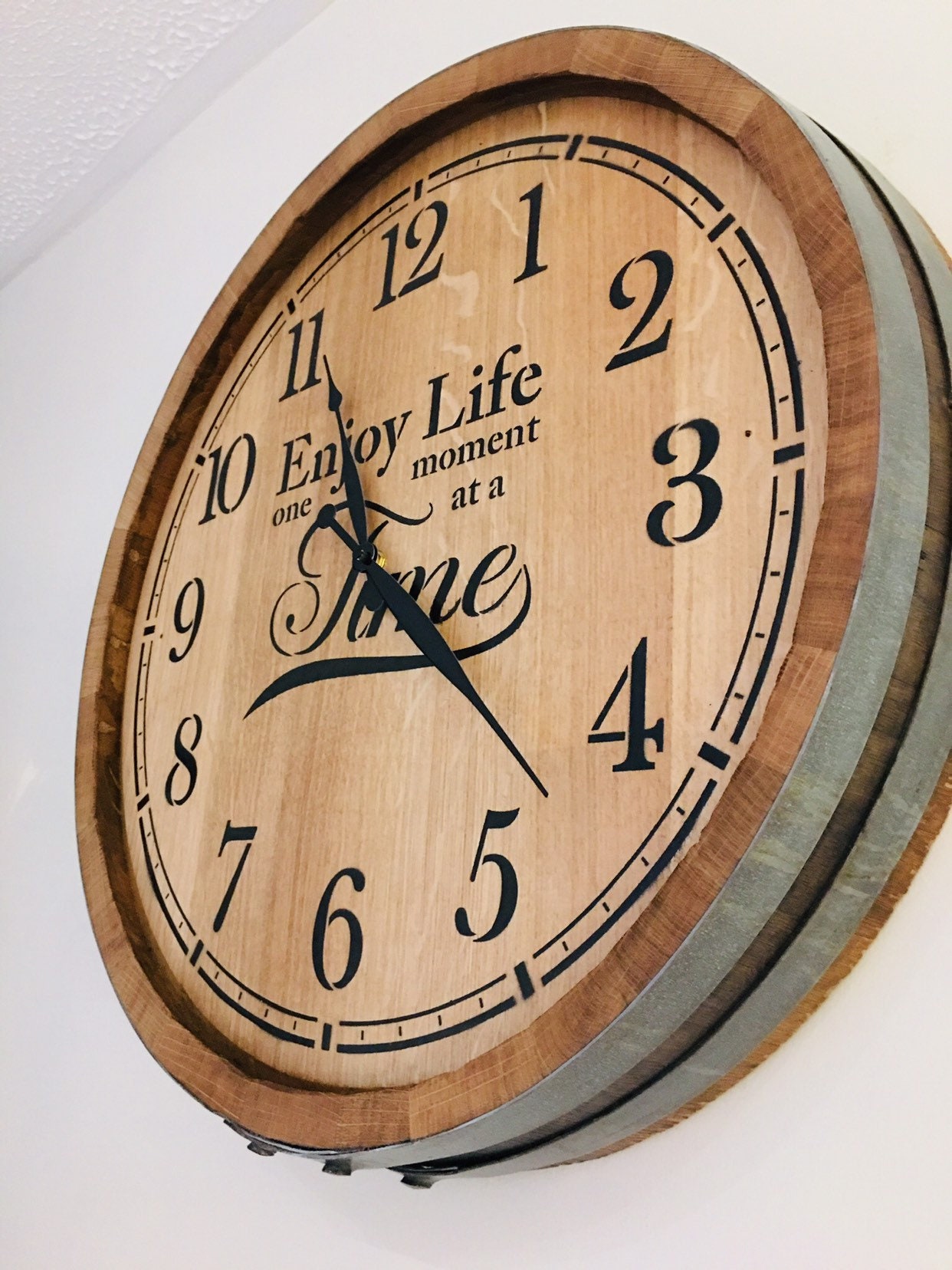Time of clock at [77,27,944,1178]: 7:55
